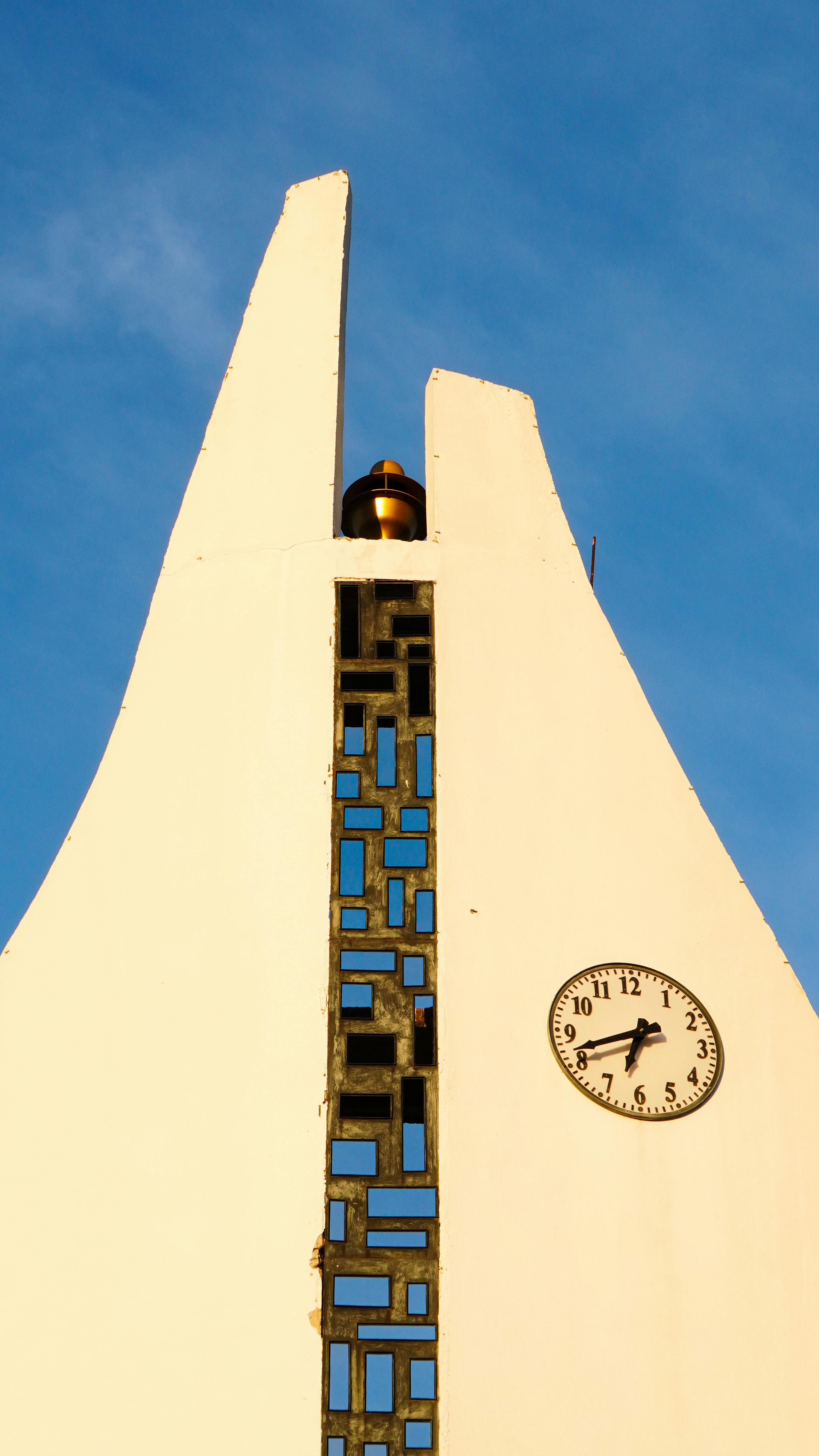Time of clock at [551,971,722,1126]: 6:41
